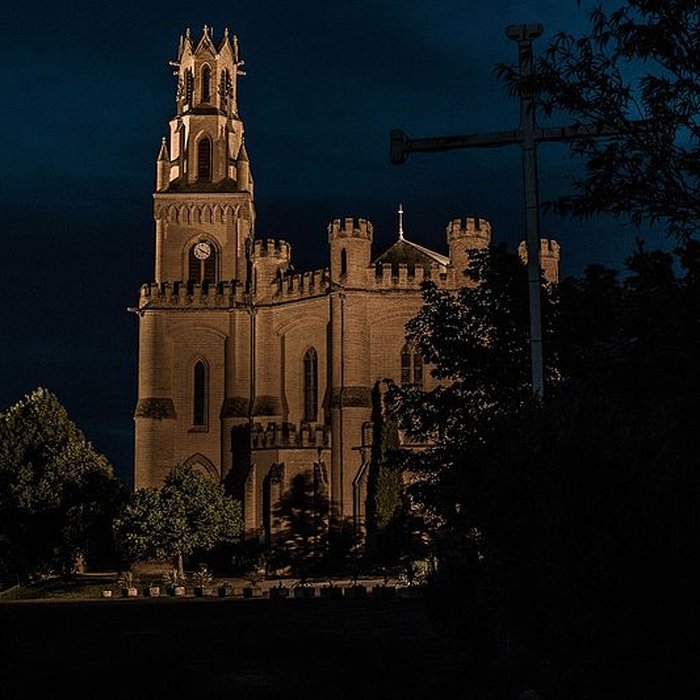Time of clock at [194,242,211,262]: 10:19
